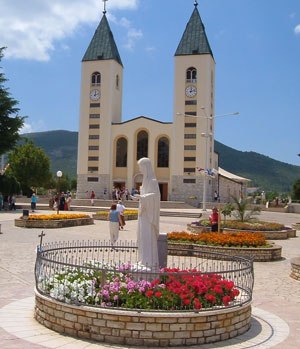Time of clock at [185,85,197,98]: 12:12
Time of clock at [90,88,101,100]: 12:12
